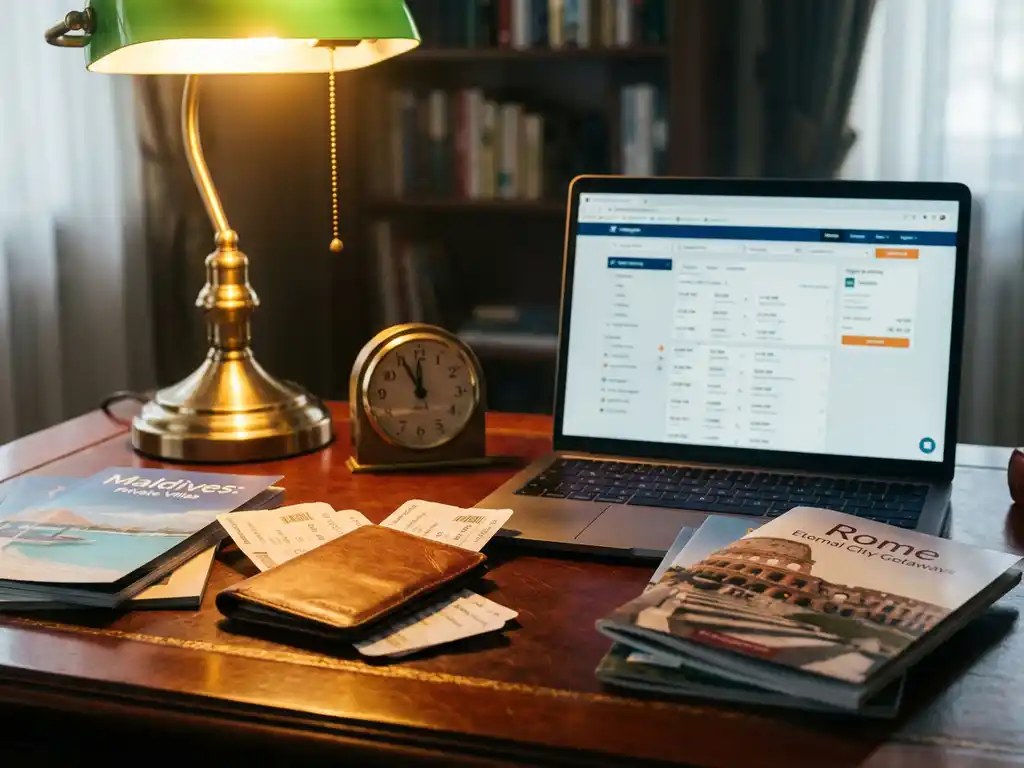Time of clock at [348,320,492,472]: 11:55
